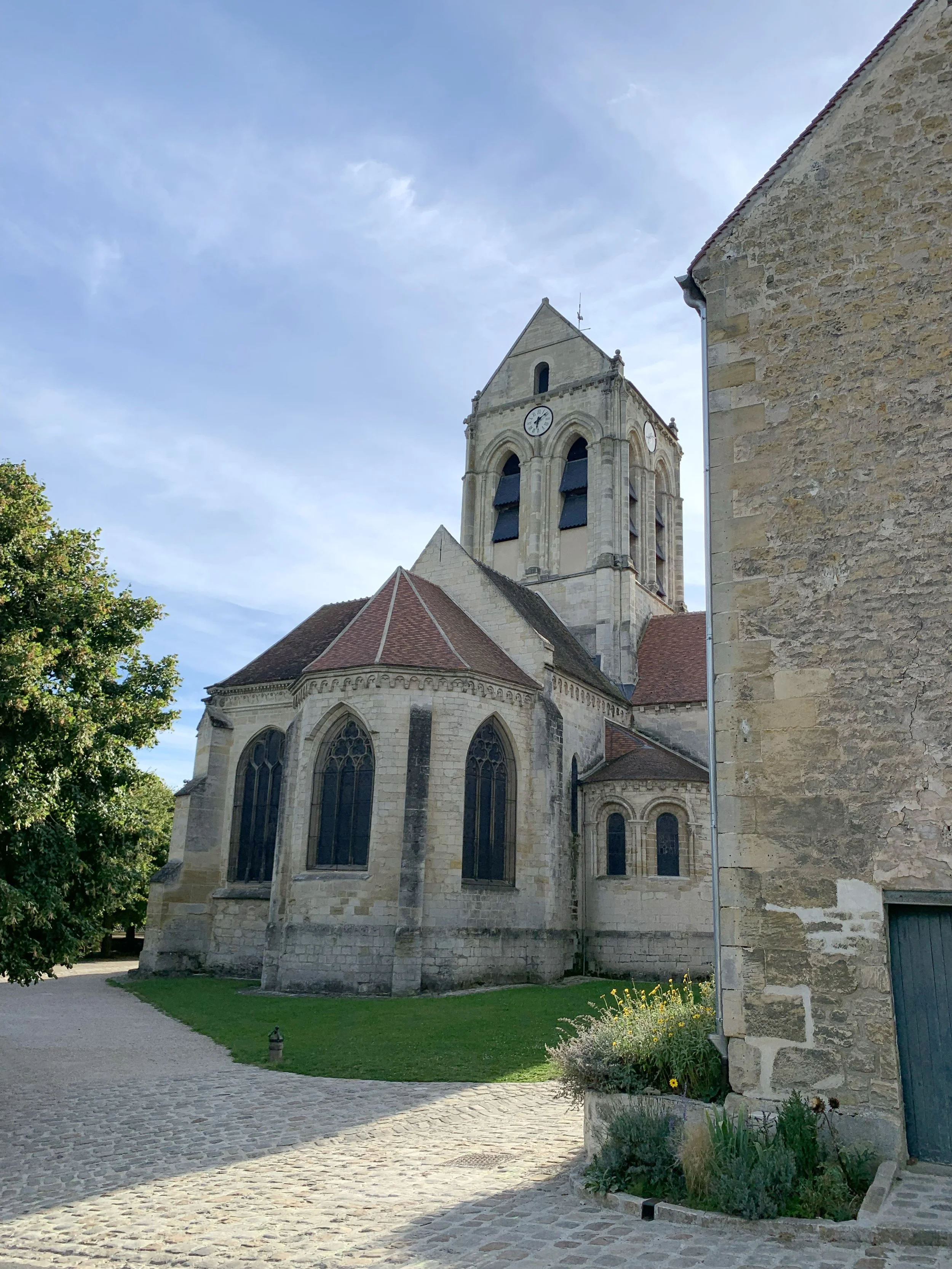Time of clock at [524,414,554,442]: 6:08
